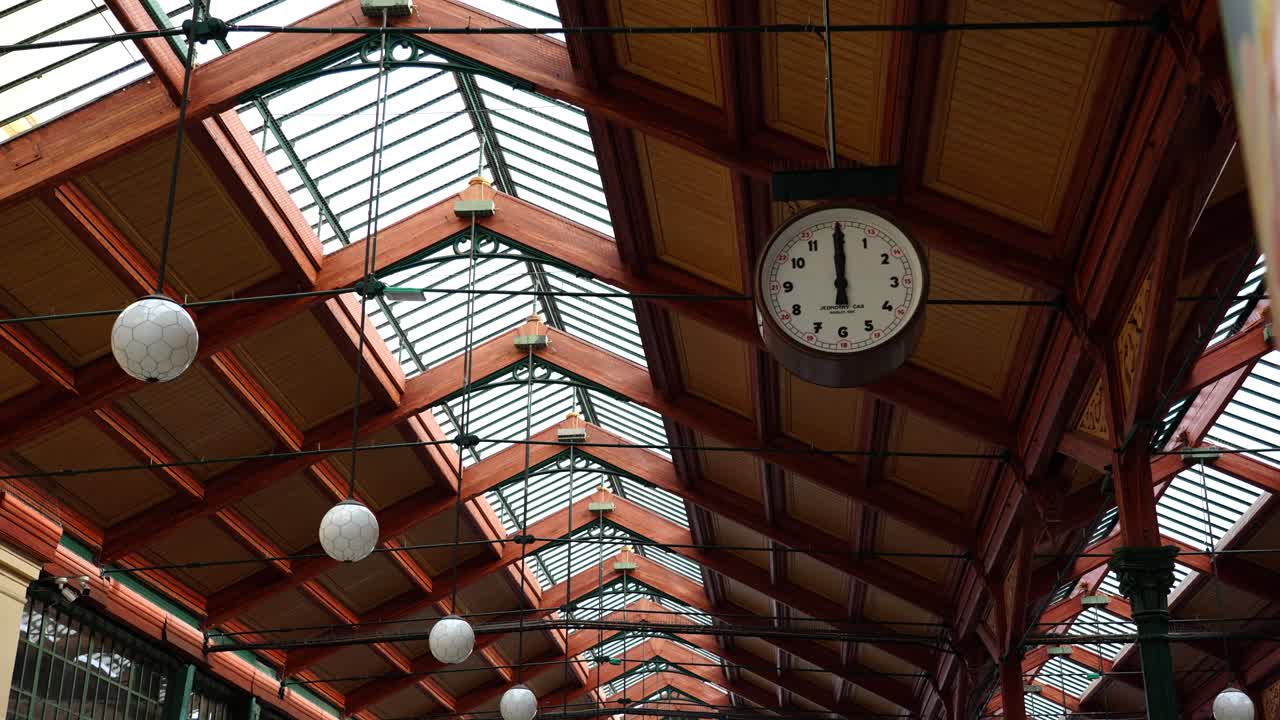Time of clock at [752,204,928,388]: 11:59
